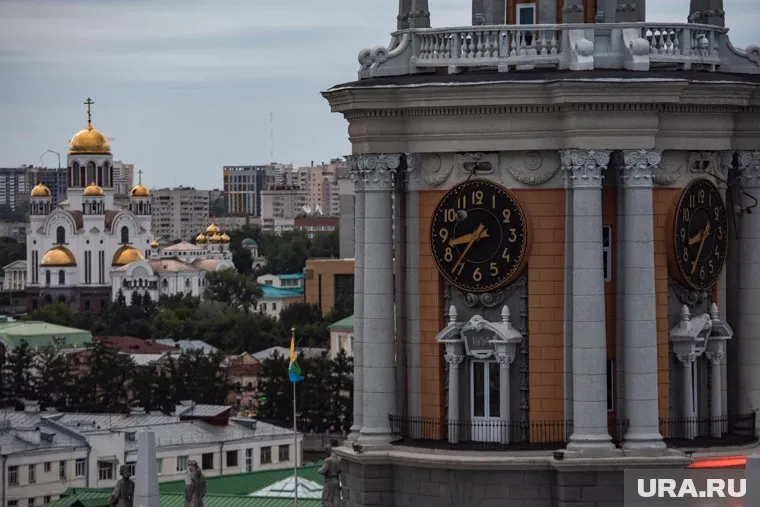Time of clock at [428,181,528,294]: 8:36
